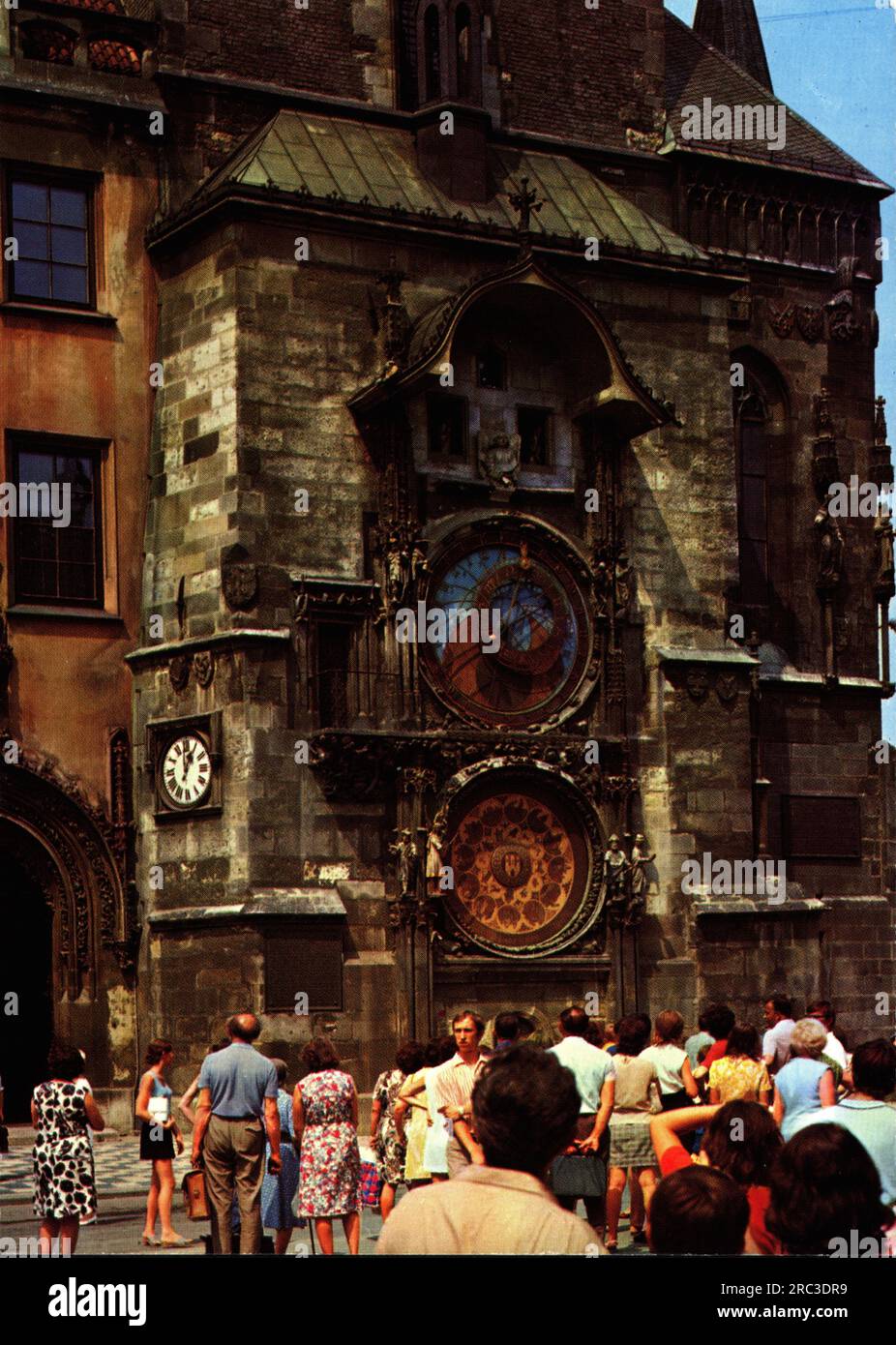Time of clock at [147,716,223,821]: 12:05
